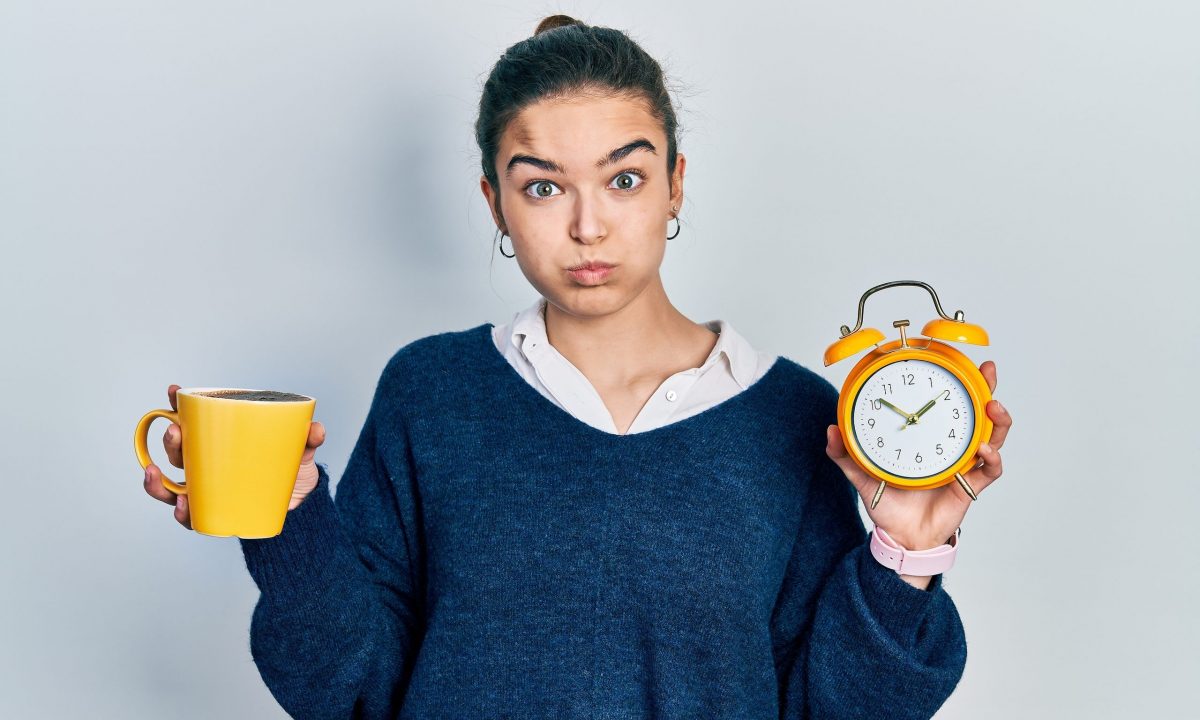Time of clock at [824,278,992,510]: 1:51
